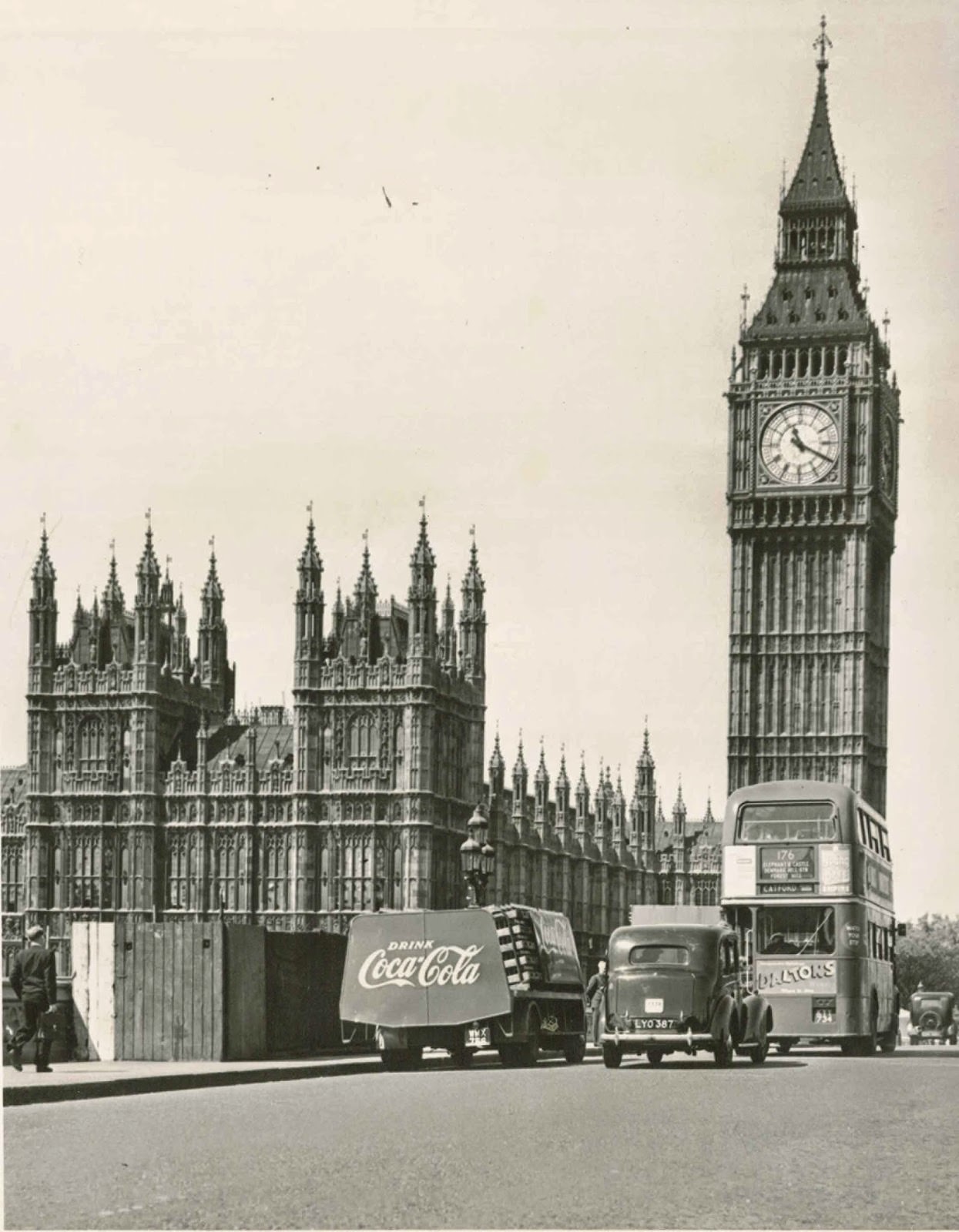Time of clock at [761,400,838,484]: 11:19
